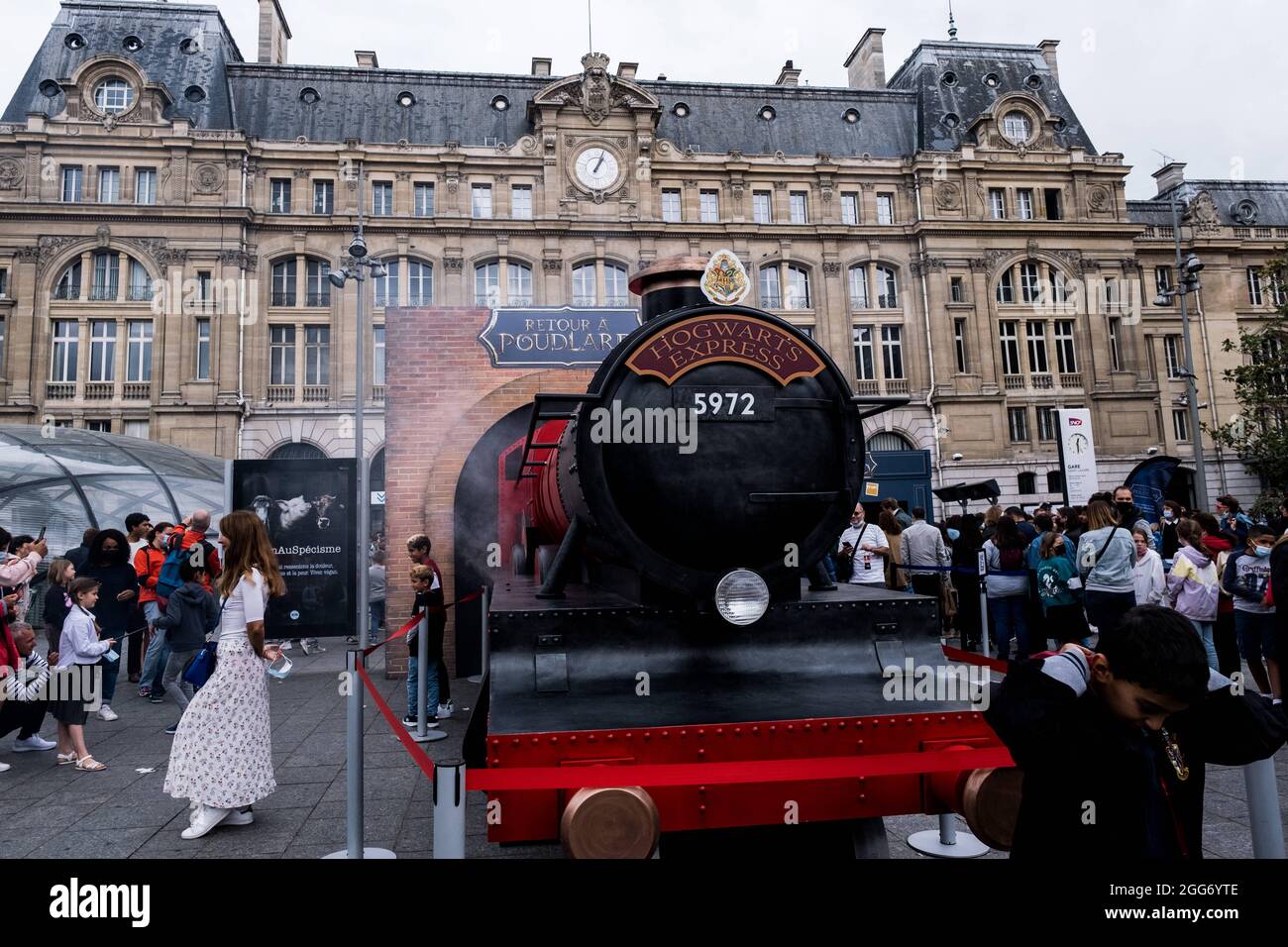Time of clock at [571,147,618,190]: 1:03
